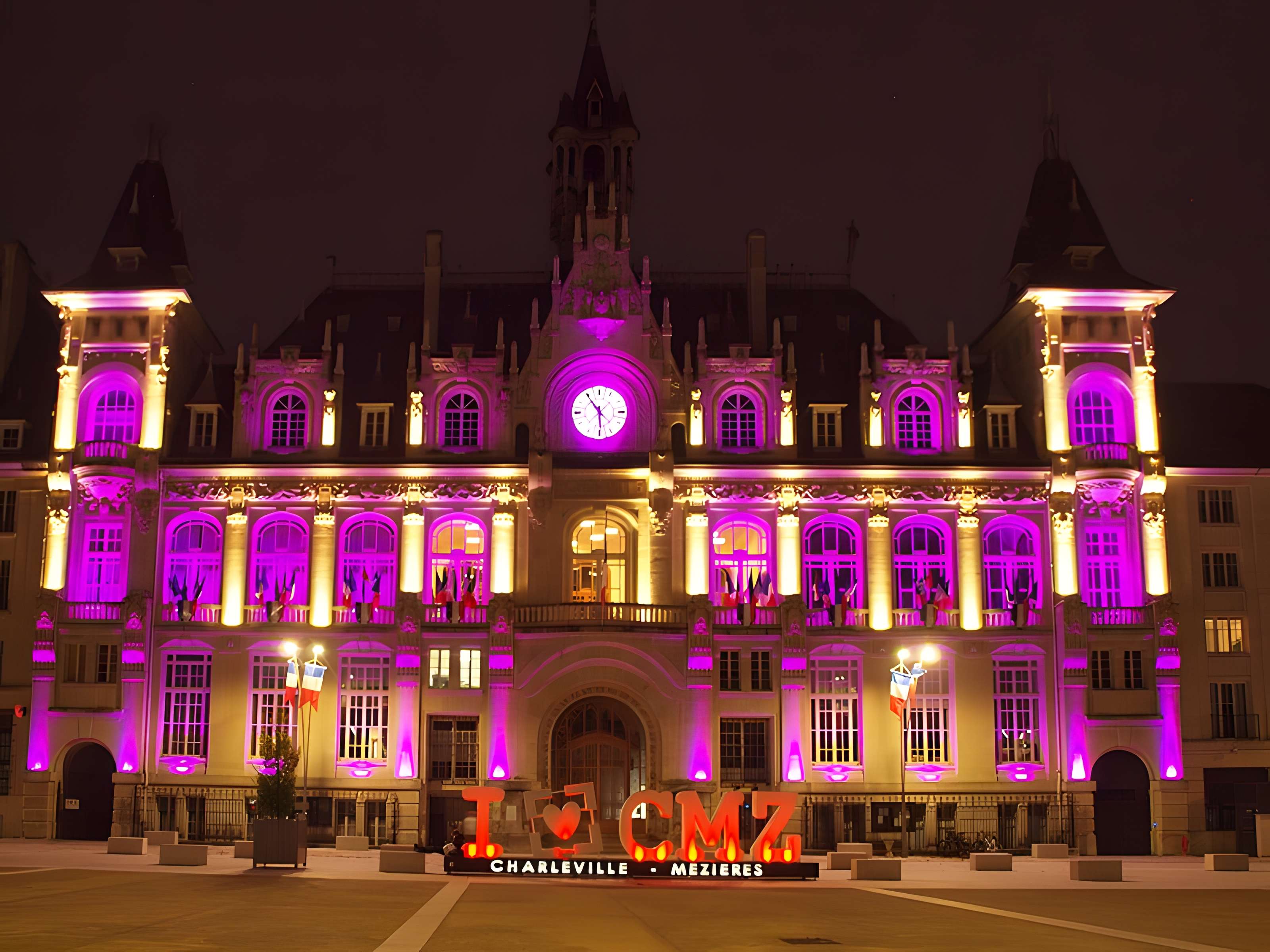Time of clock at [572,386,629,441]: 5:54
